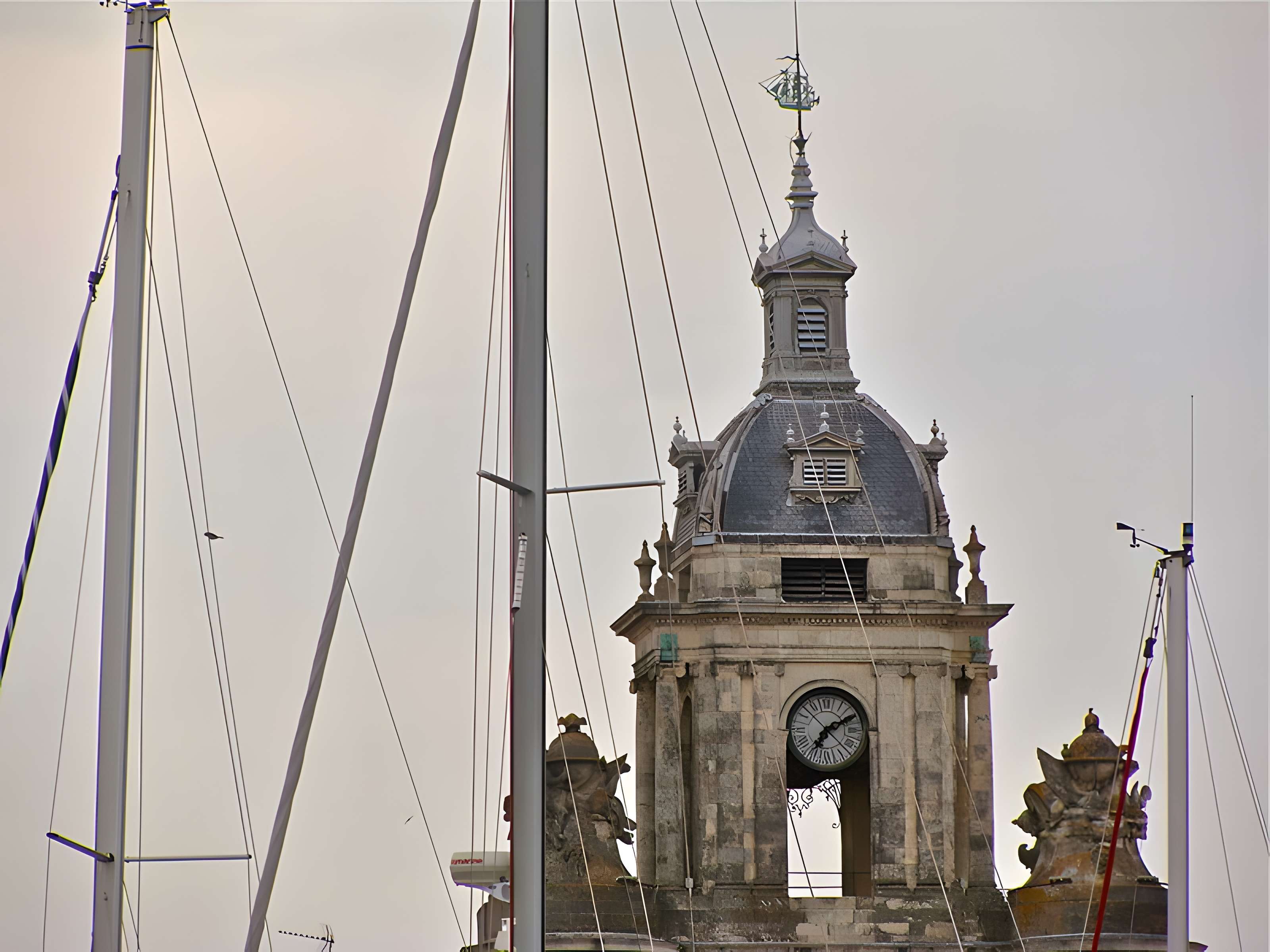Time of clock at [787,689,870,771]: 7:10
